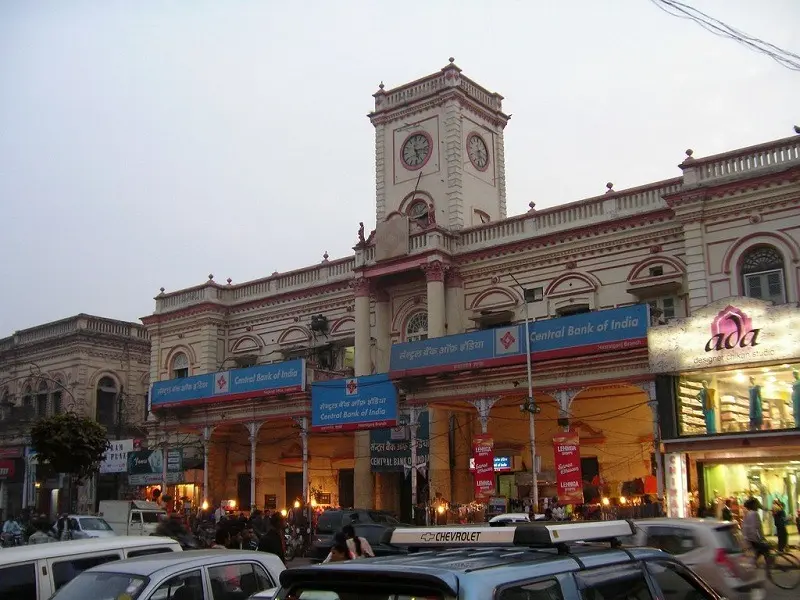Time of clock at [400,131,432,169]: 5:16
